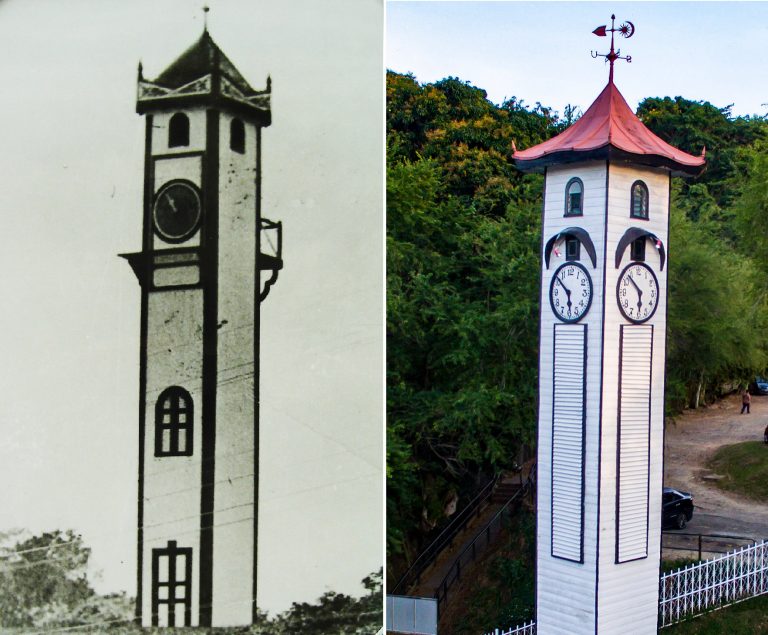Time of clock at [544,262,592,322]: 5:51
